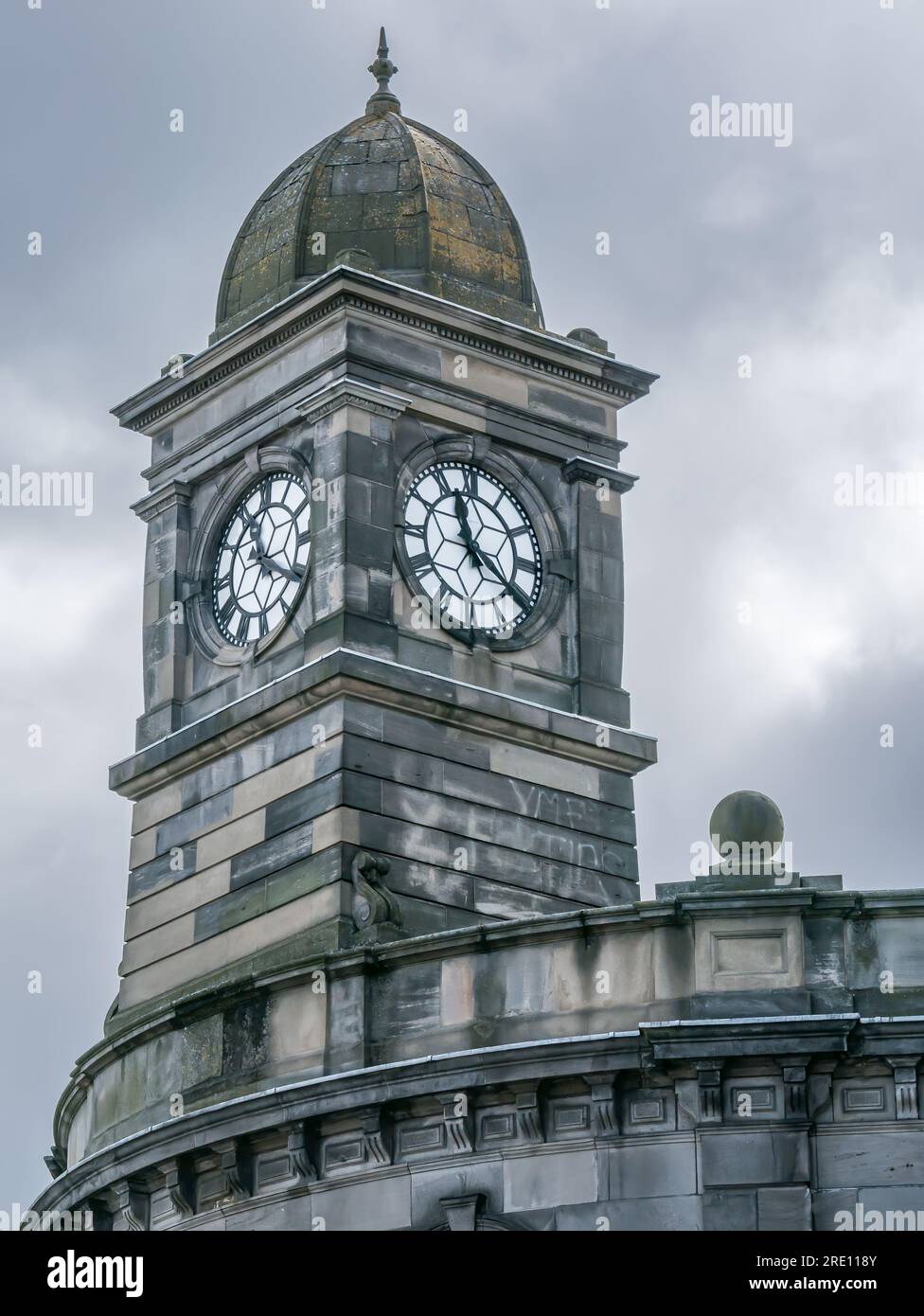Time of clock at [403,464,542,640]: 11:20
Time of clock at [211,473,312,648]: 11:21
